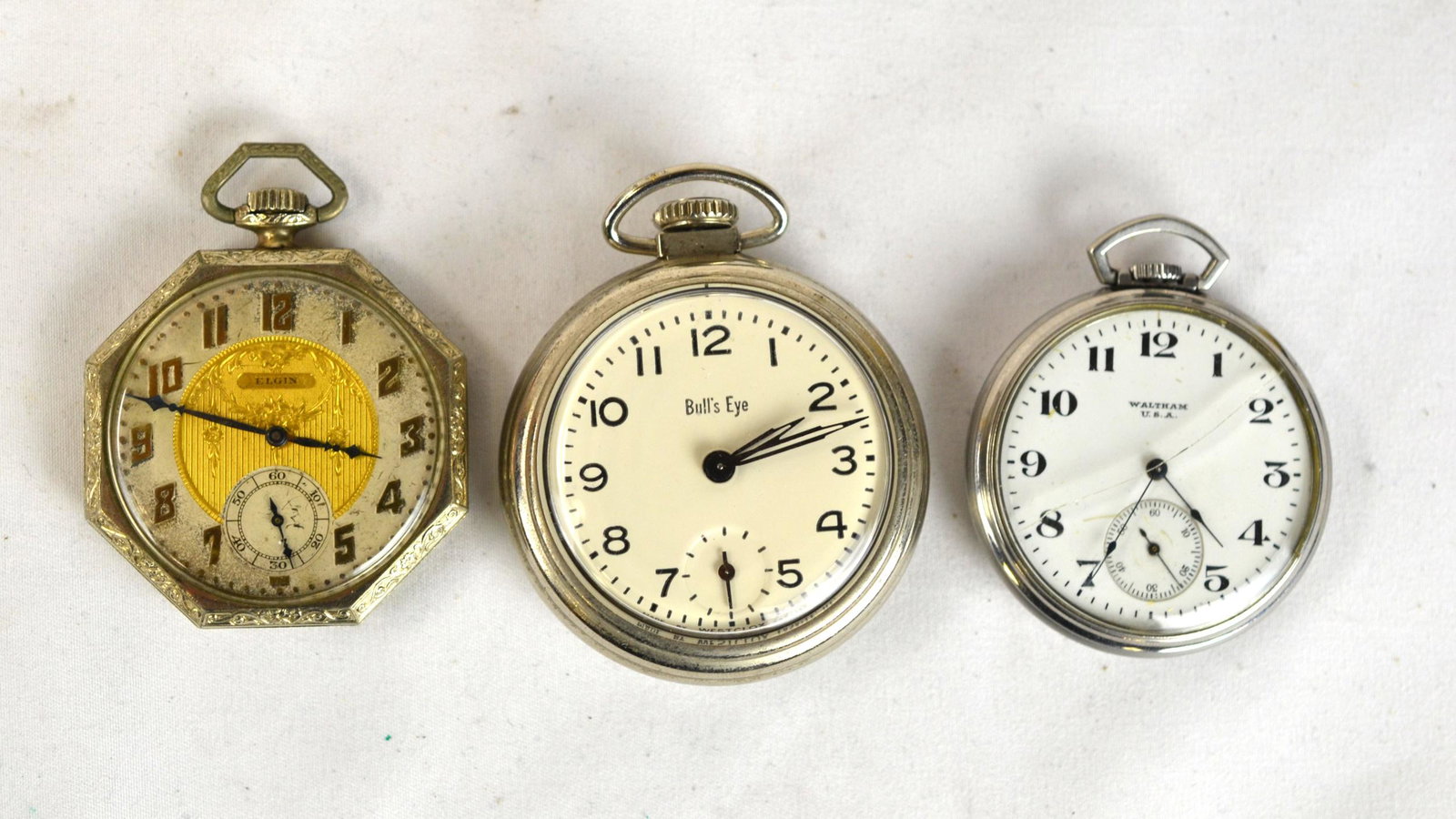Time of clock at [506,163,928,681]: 2:12
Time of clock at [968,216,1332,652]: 4:34
